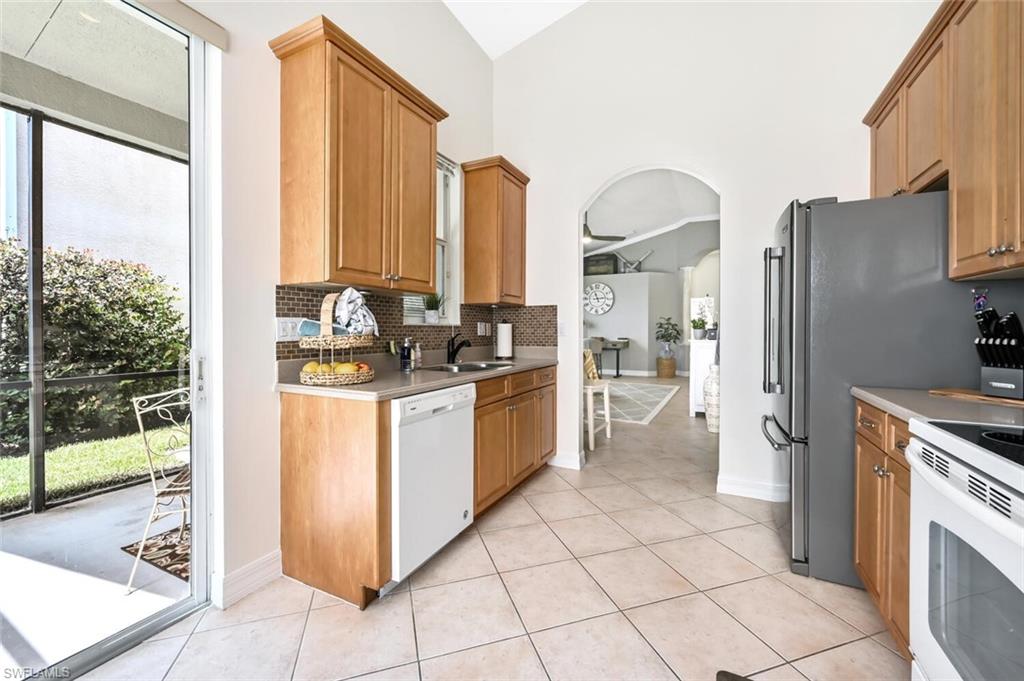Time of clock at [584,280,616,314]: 11:13
